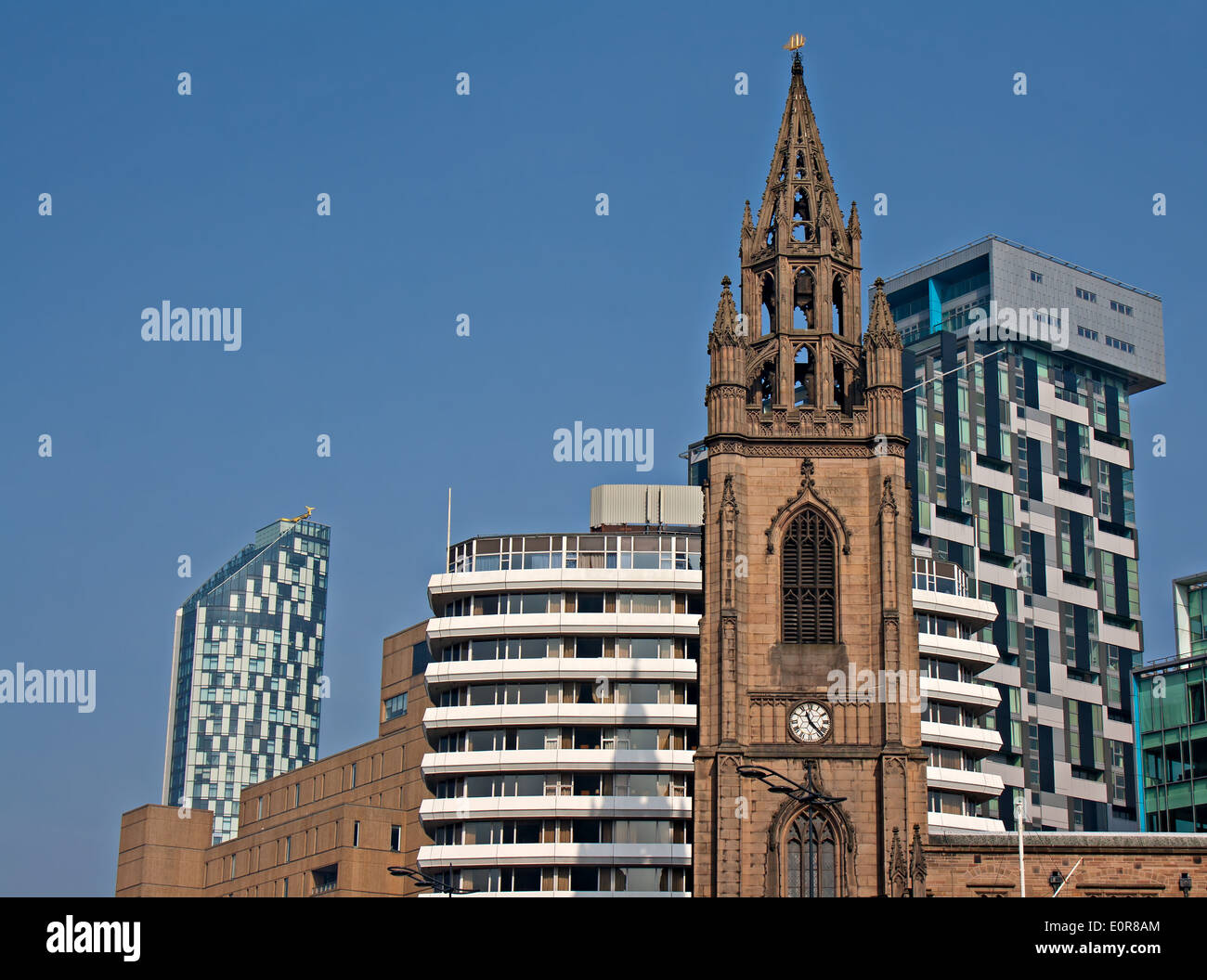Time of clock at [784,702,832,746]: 11:22
